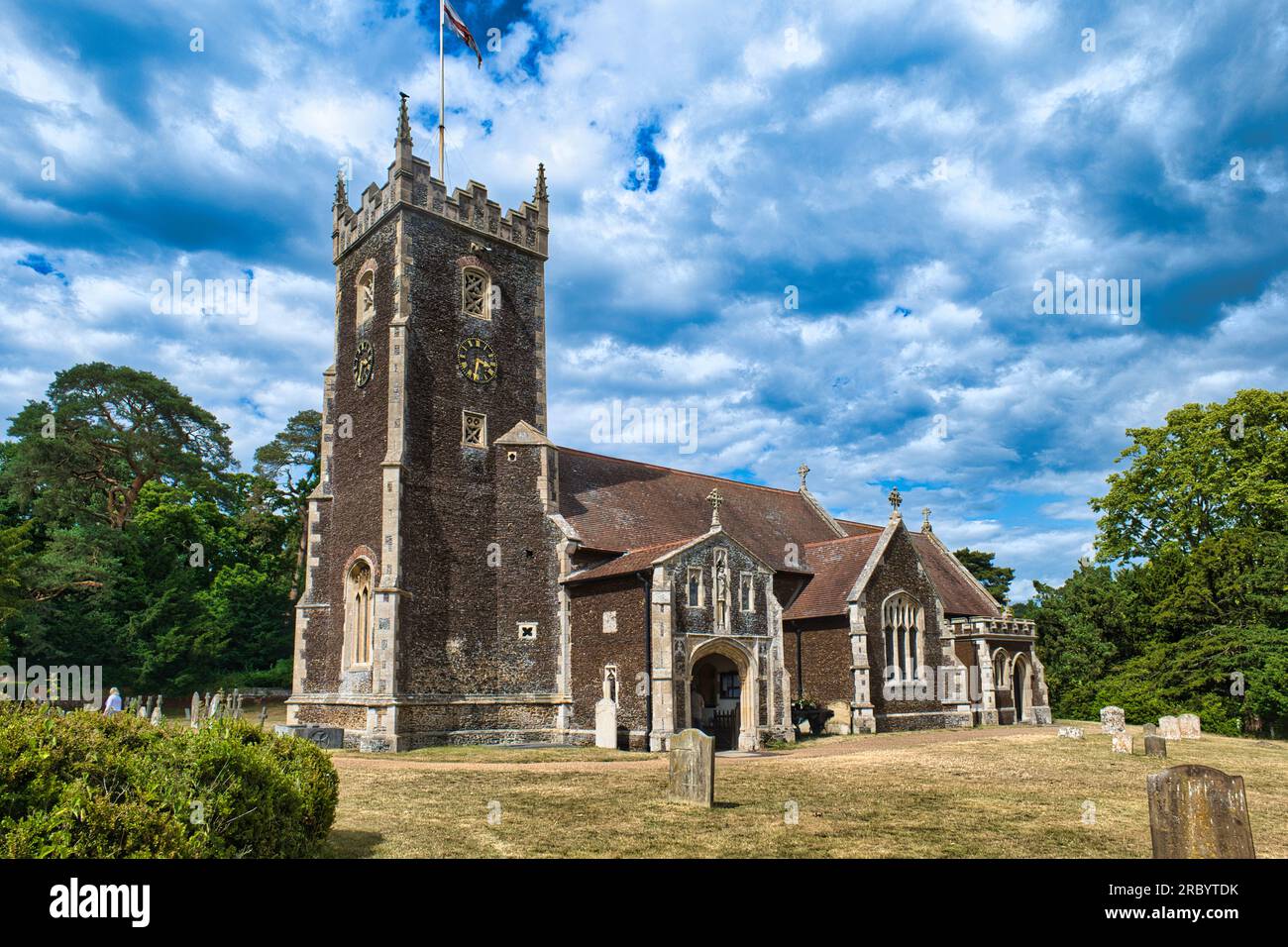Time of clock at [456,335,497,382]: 3:32
